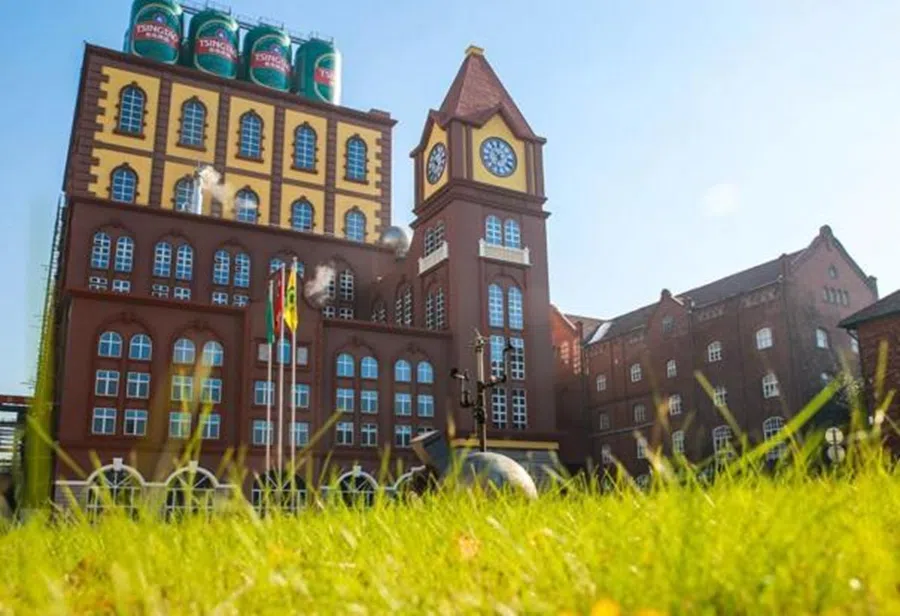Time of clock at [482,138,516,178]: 10:33
